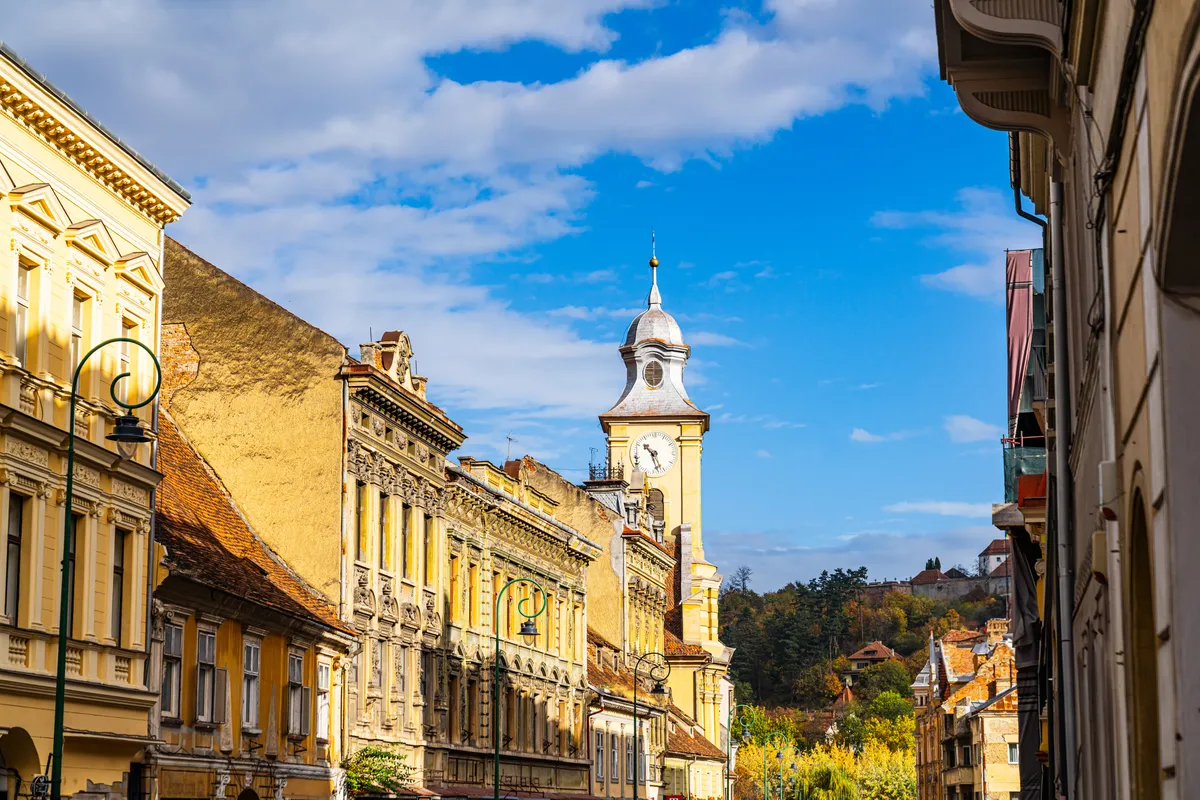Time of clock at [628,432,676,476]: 10:27
